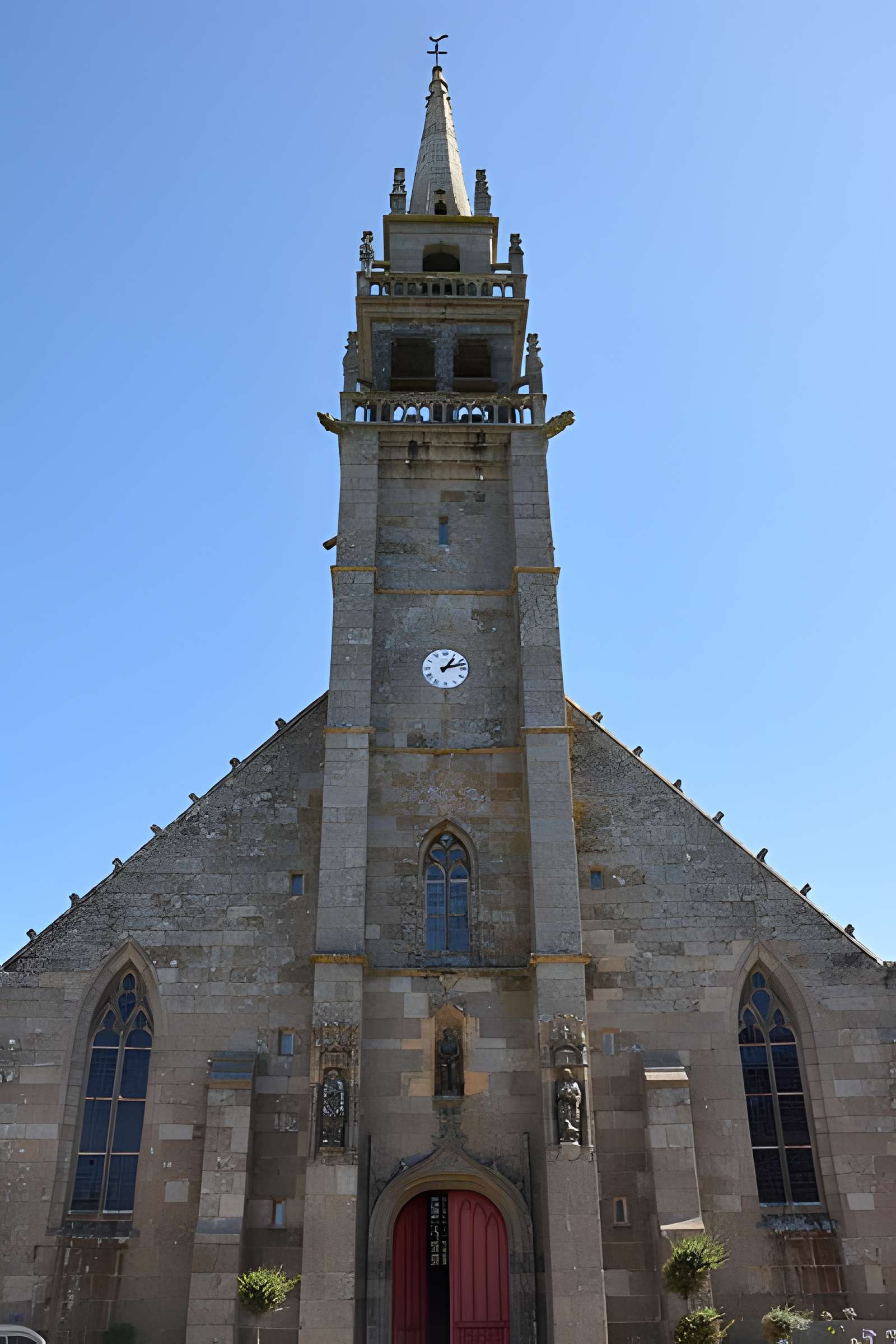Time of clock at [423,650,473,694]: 1:12
